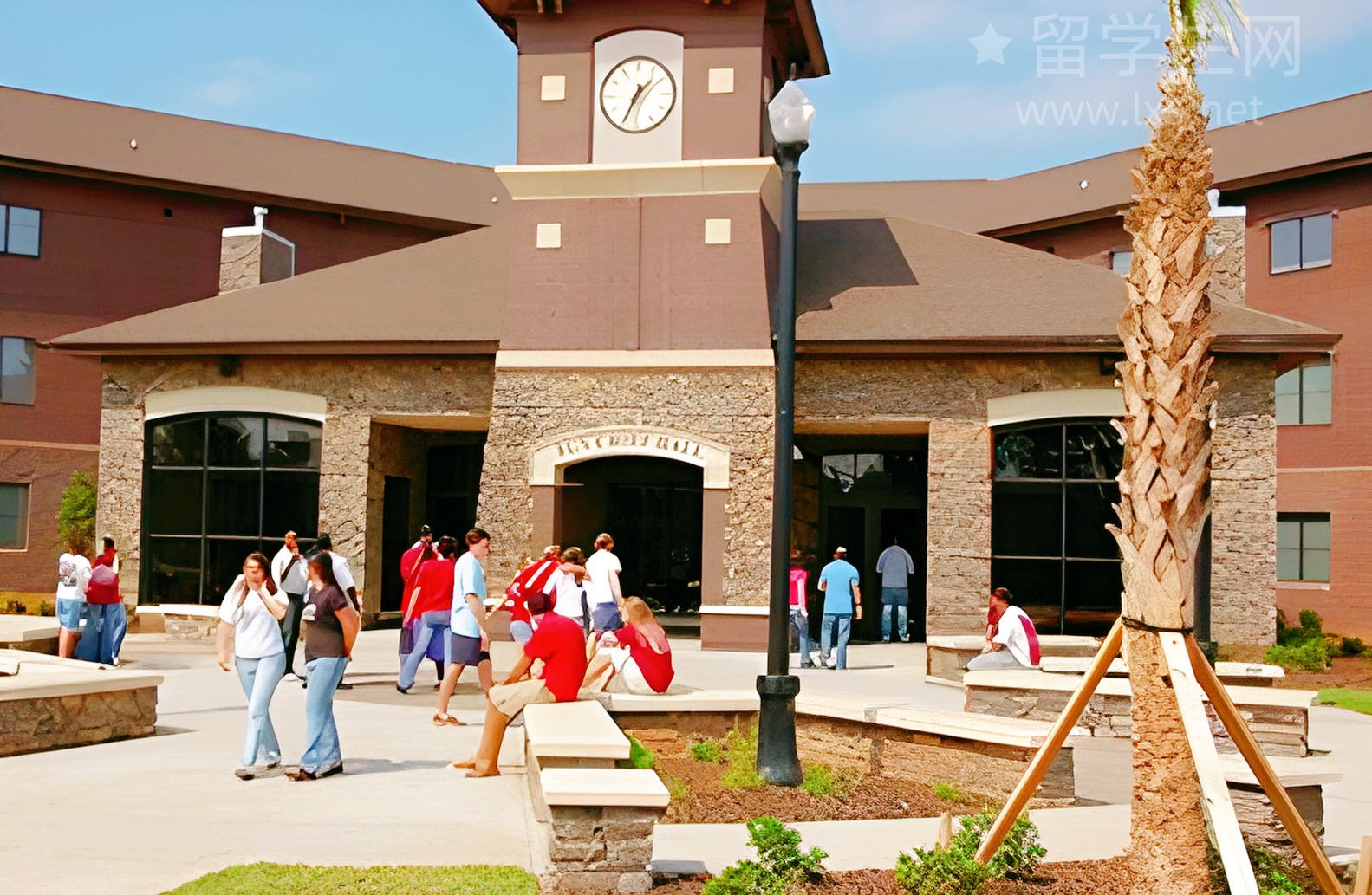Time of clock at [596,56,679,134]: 1:34
